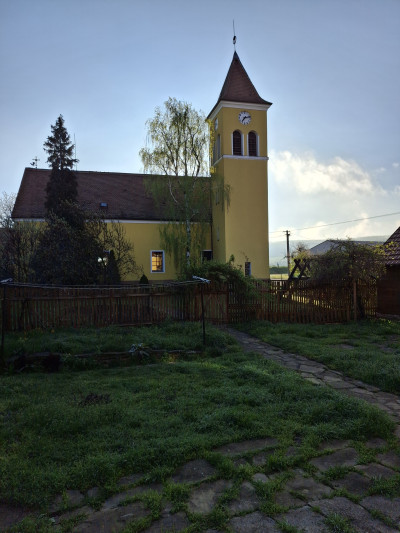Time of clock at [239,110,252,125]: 7:12
